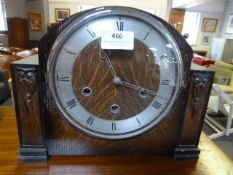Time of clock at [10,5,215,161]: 11:18
